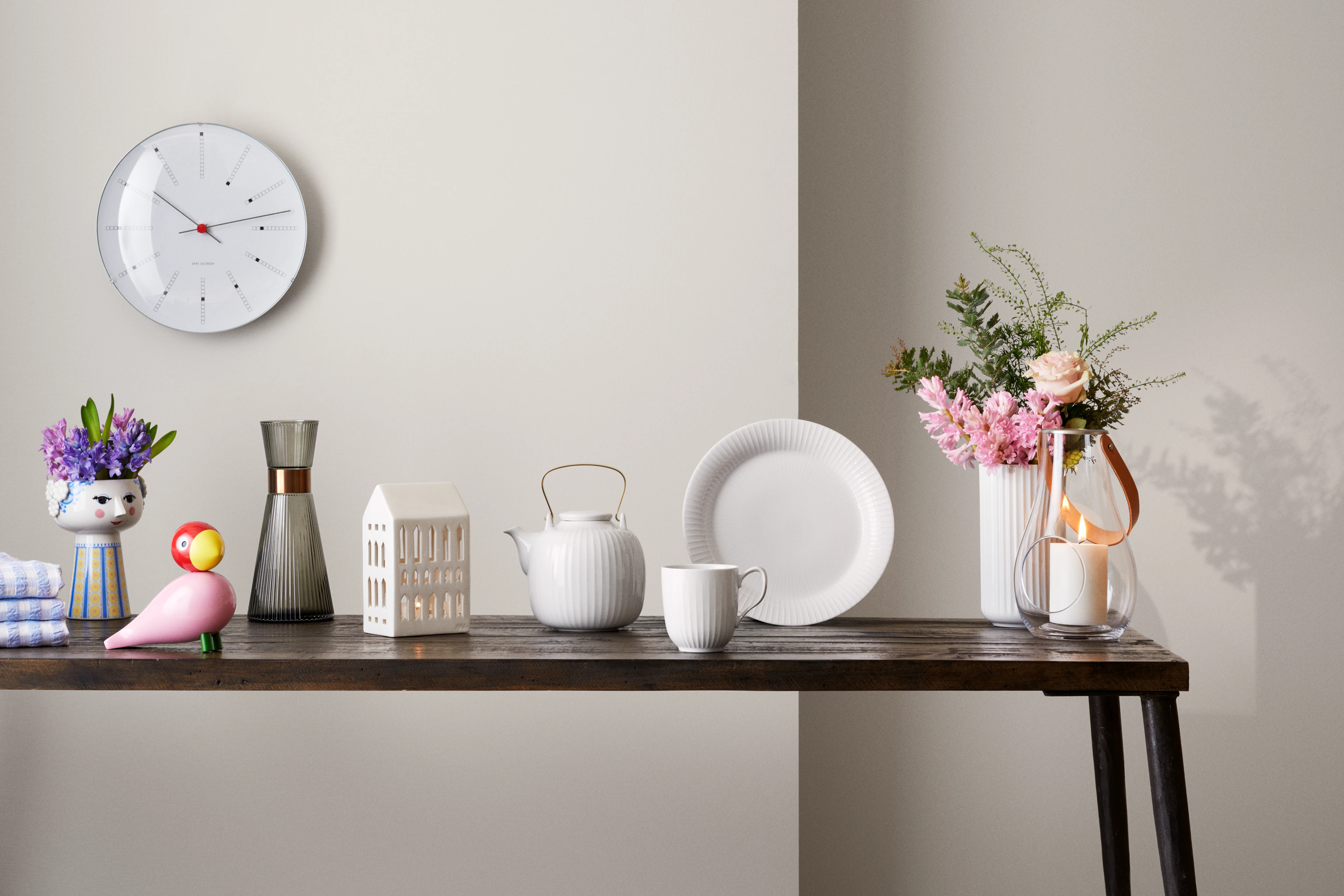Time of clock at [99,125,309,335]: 10:12
